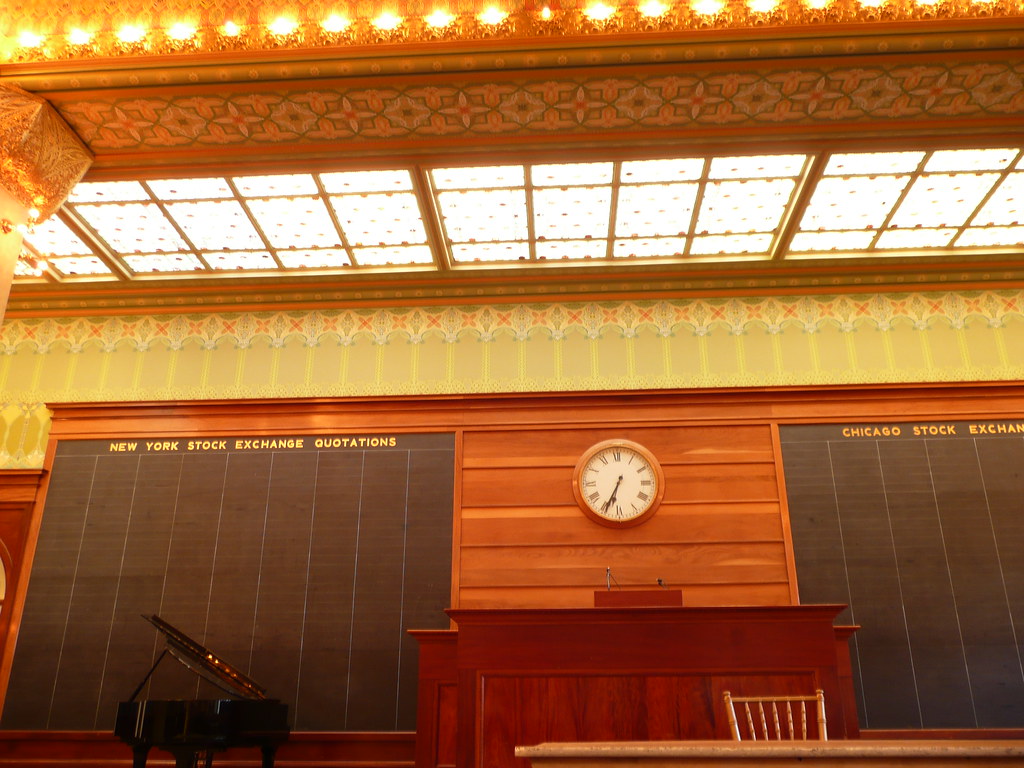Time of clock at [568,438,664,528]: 6:34
